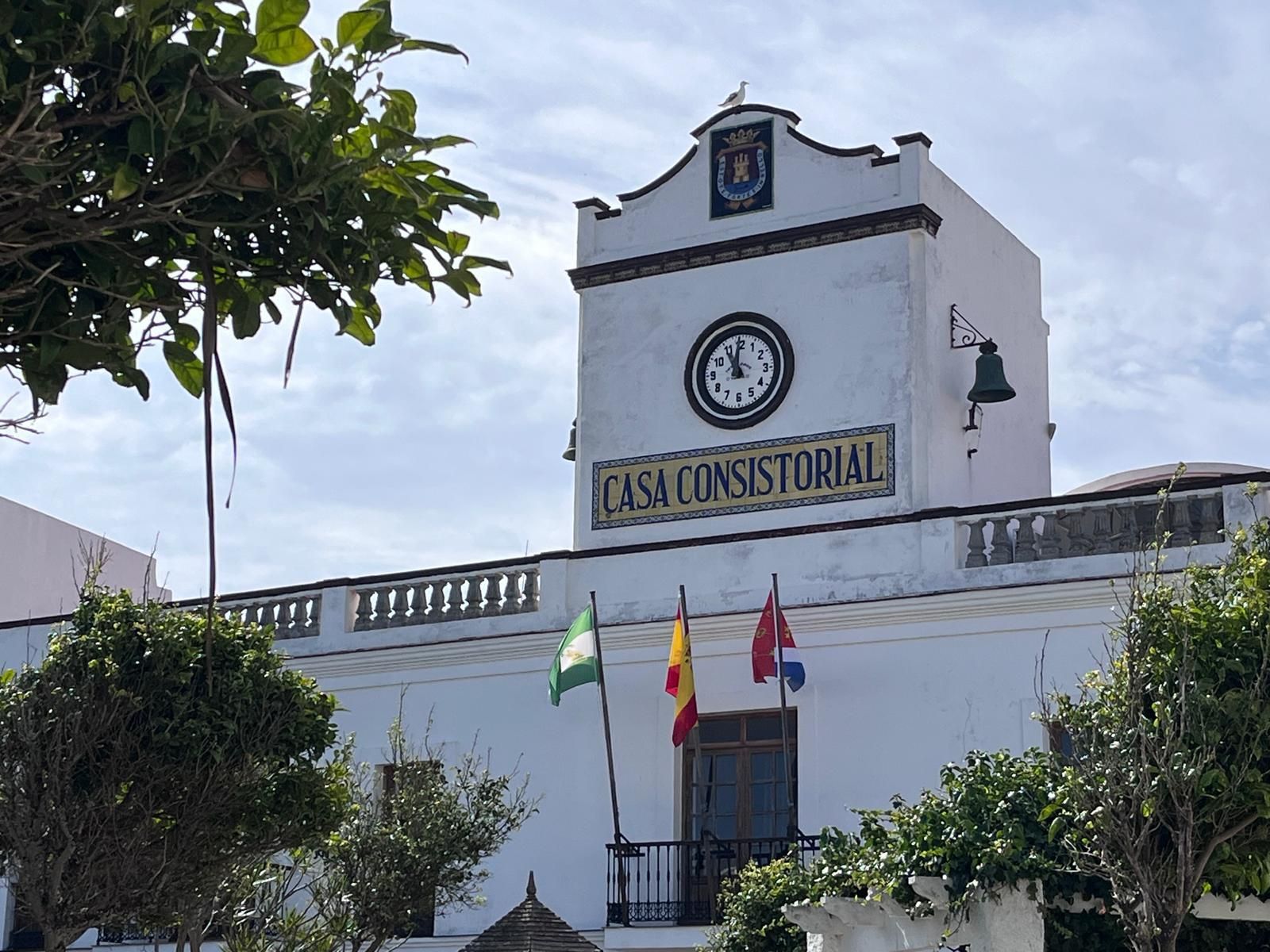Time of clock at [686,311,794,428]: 10:59
